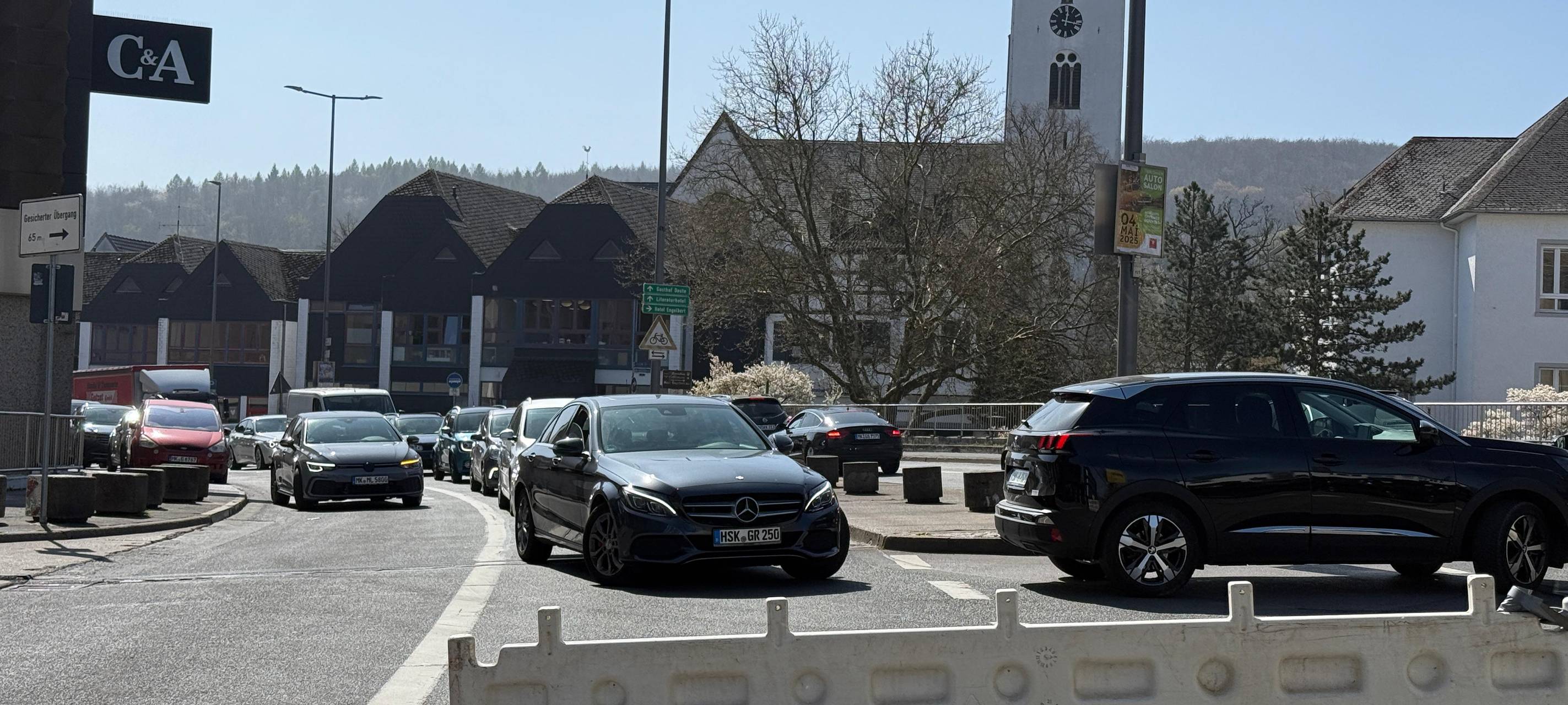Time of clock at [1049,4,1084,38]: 12:16
